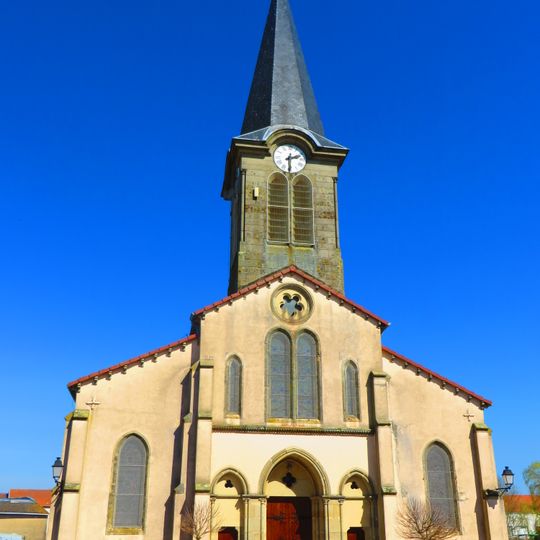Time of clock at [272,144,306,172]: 2:30
